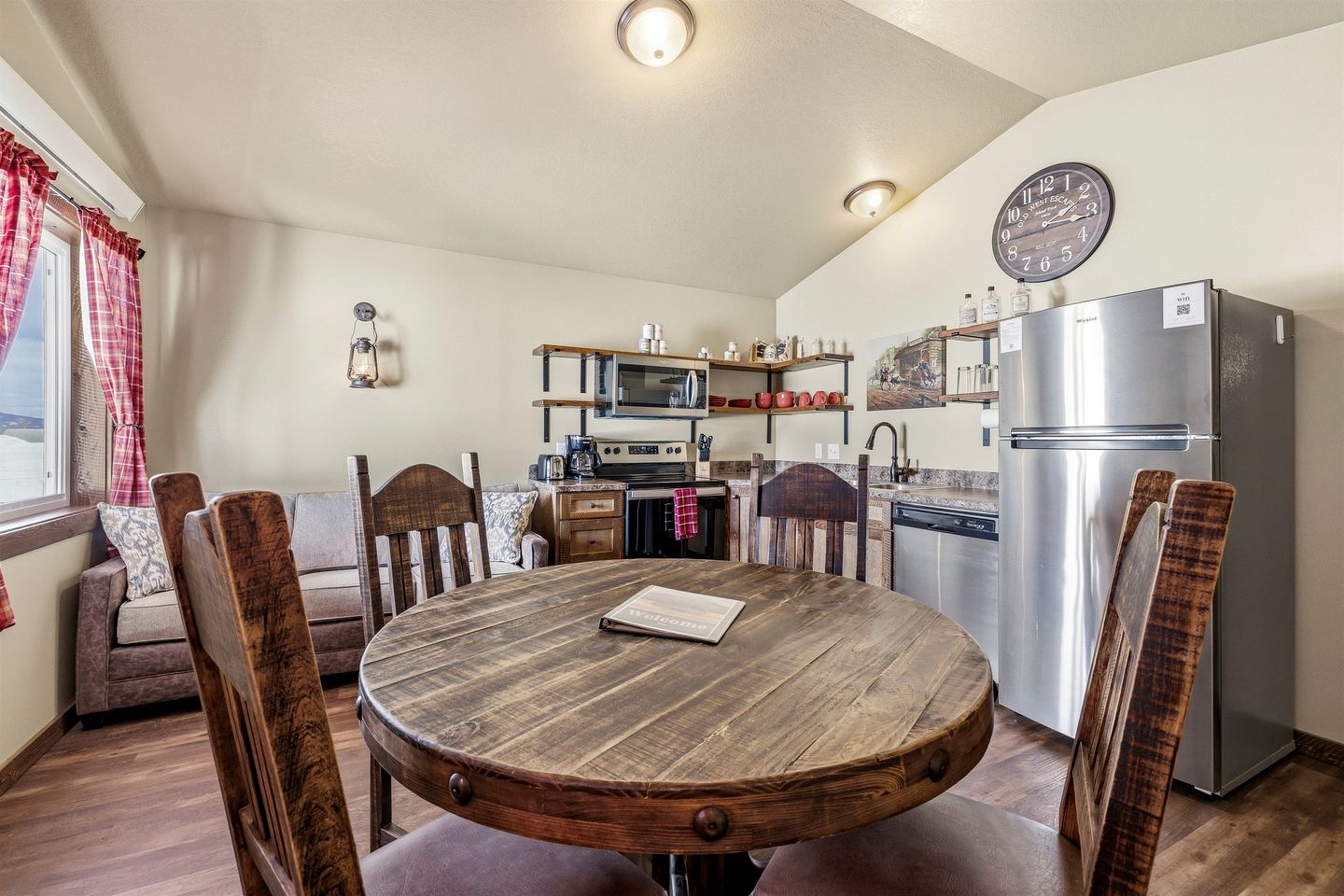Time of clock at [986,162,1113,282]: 2:16
